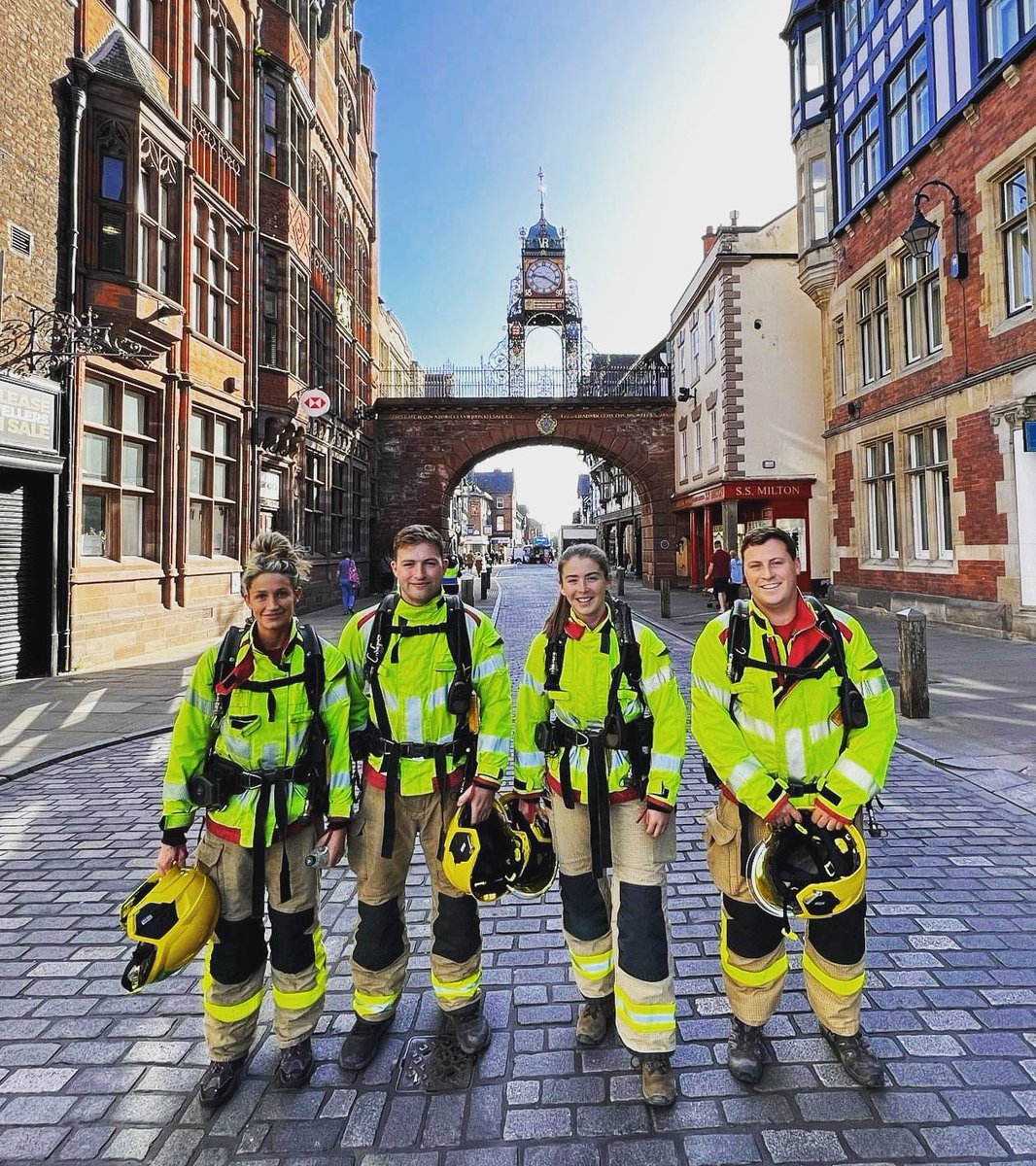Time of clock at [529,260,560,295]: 9:20
